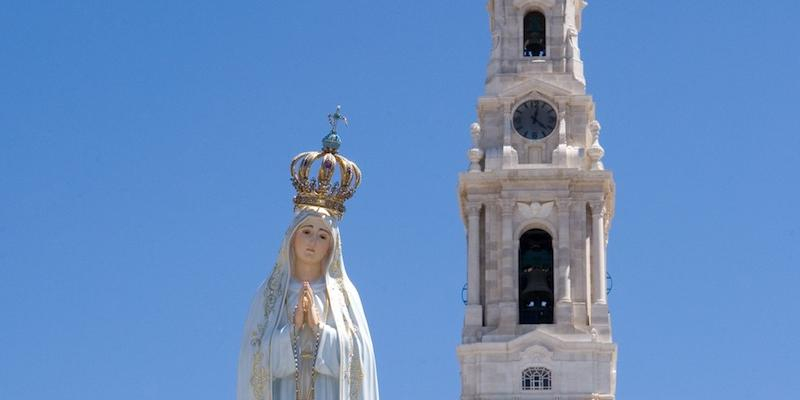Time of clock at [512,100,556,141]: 12:22
